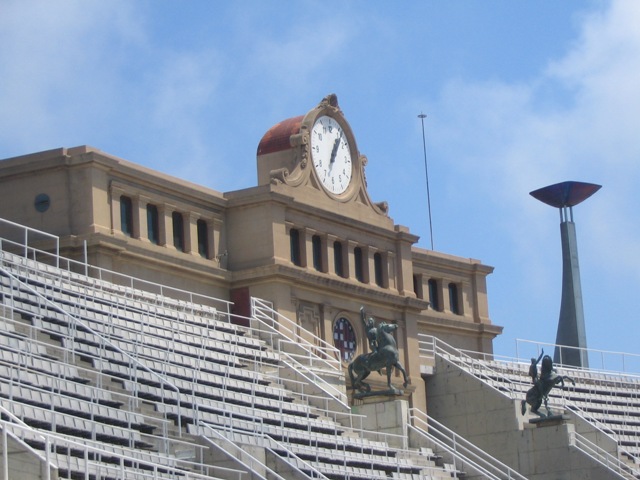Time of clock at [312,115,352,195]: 1:06
